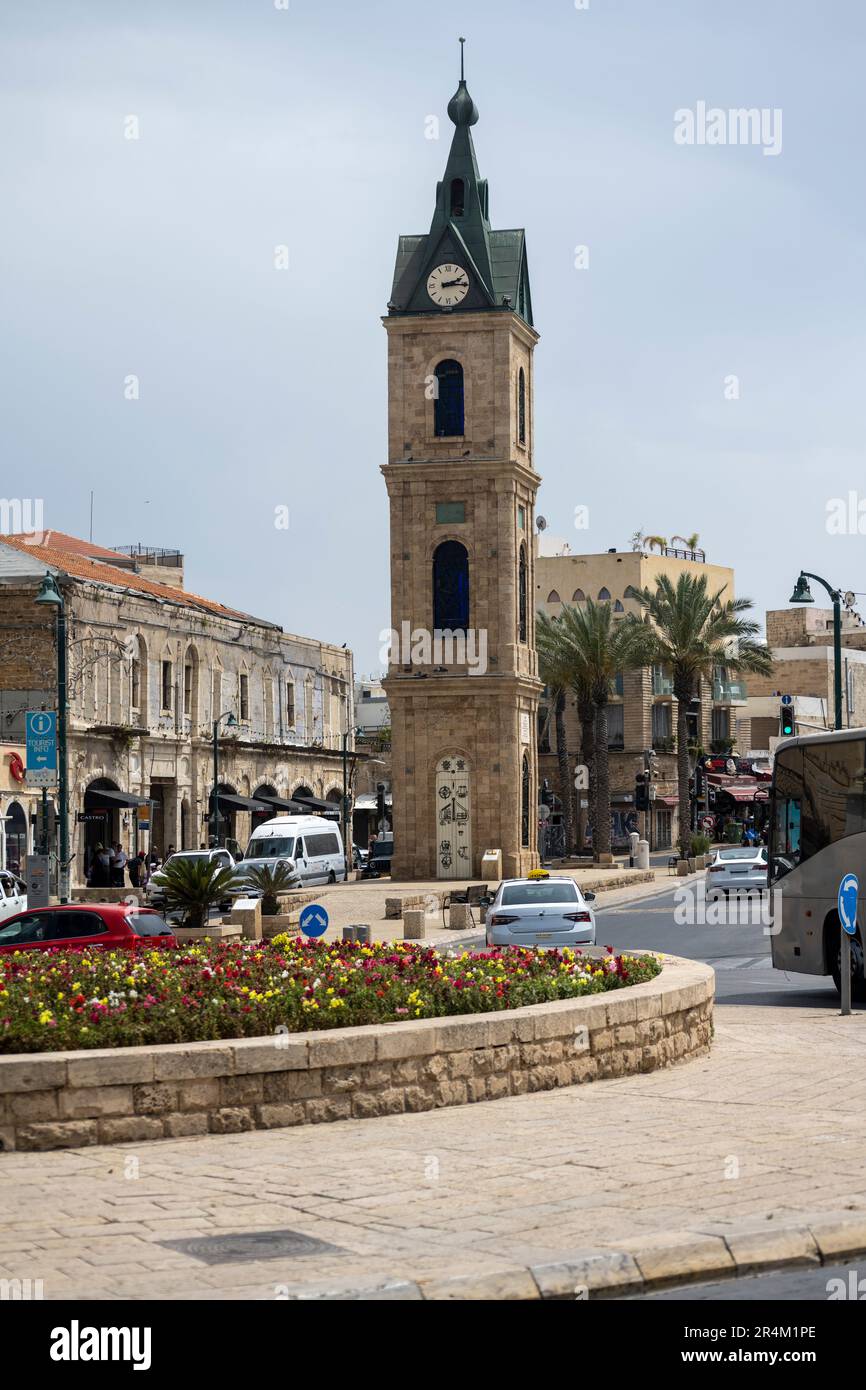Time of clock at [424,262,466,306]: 2:15
